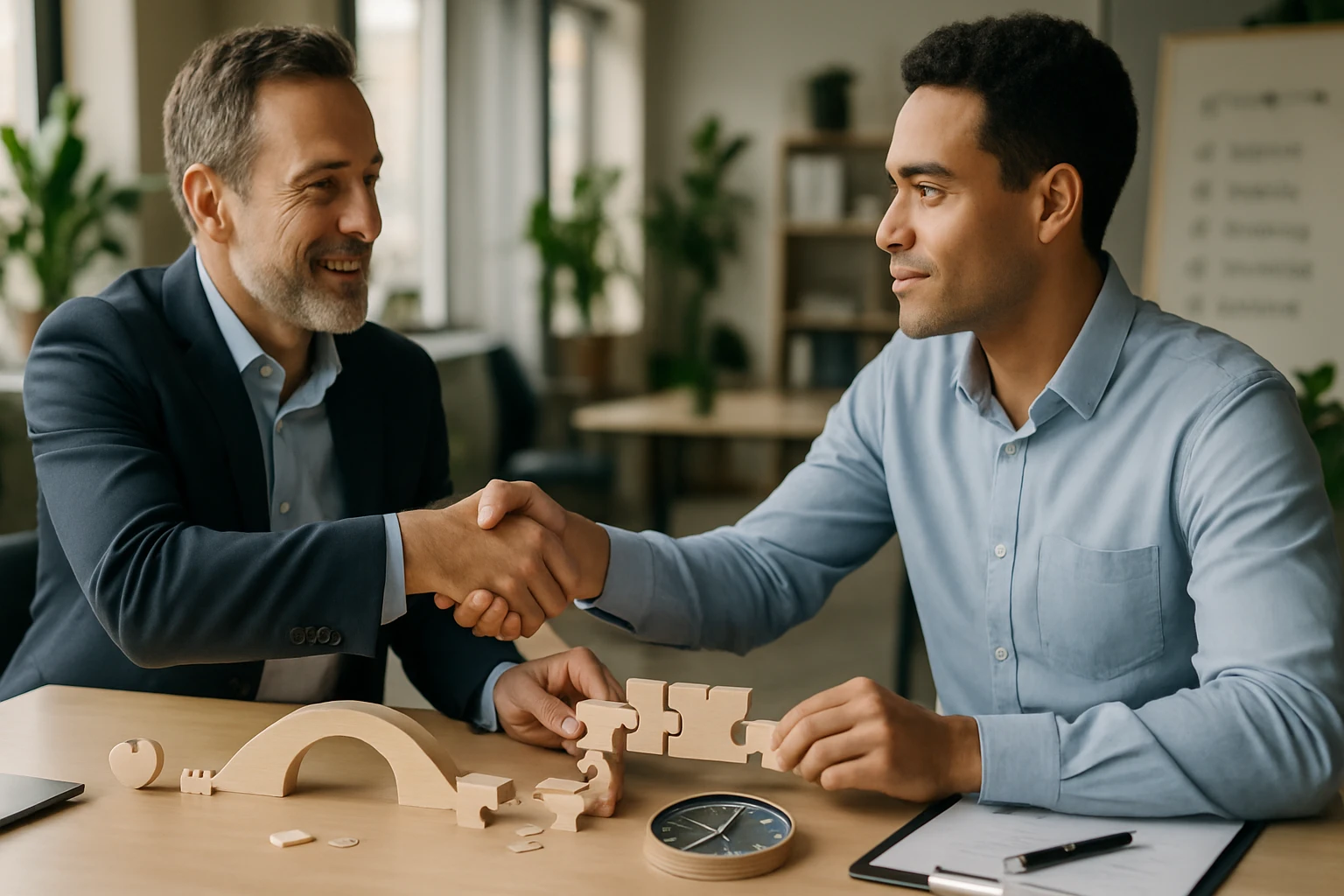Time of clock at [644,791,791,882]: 10:03
